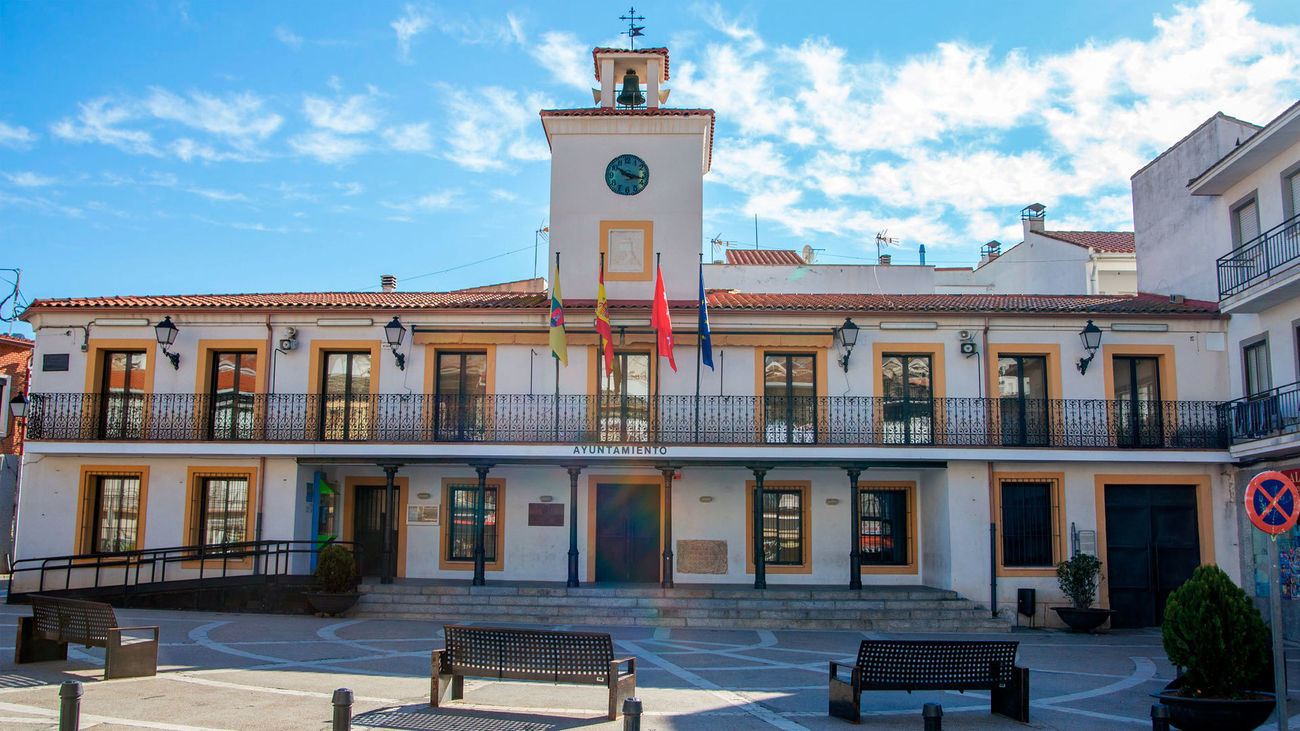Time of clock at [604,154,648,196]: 10:17
